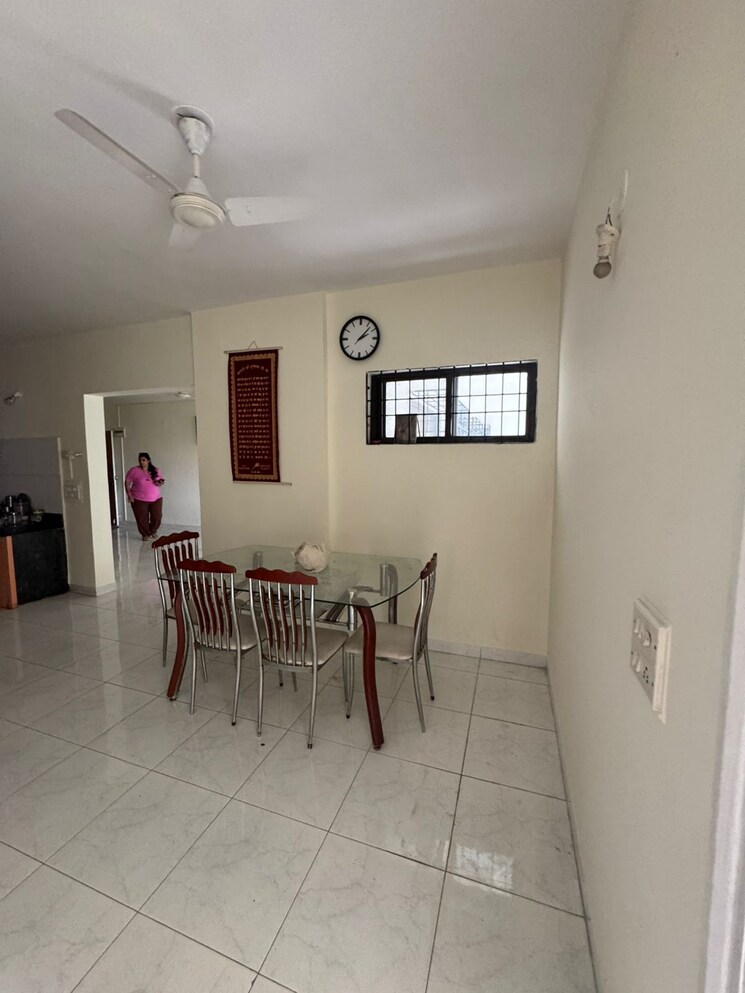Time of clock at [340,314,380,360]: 2:07
